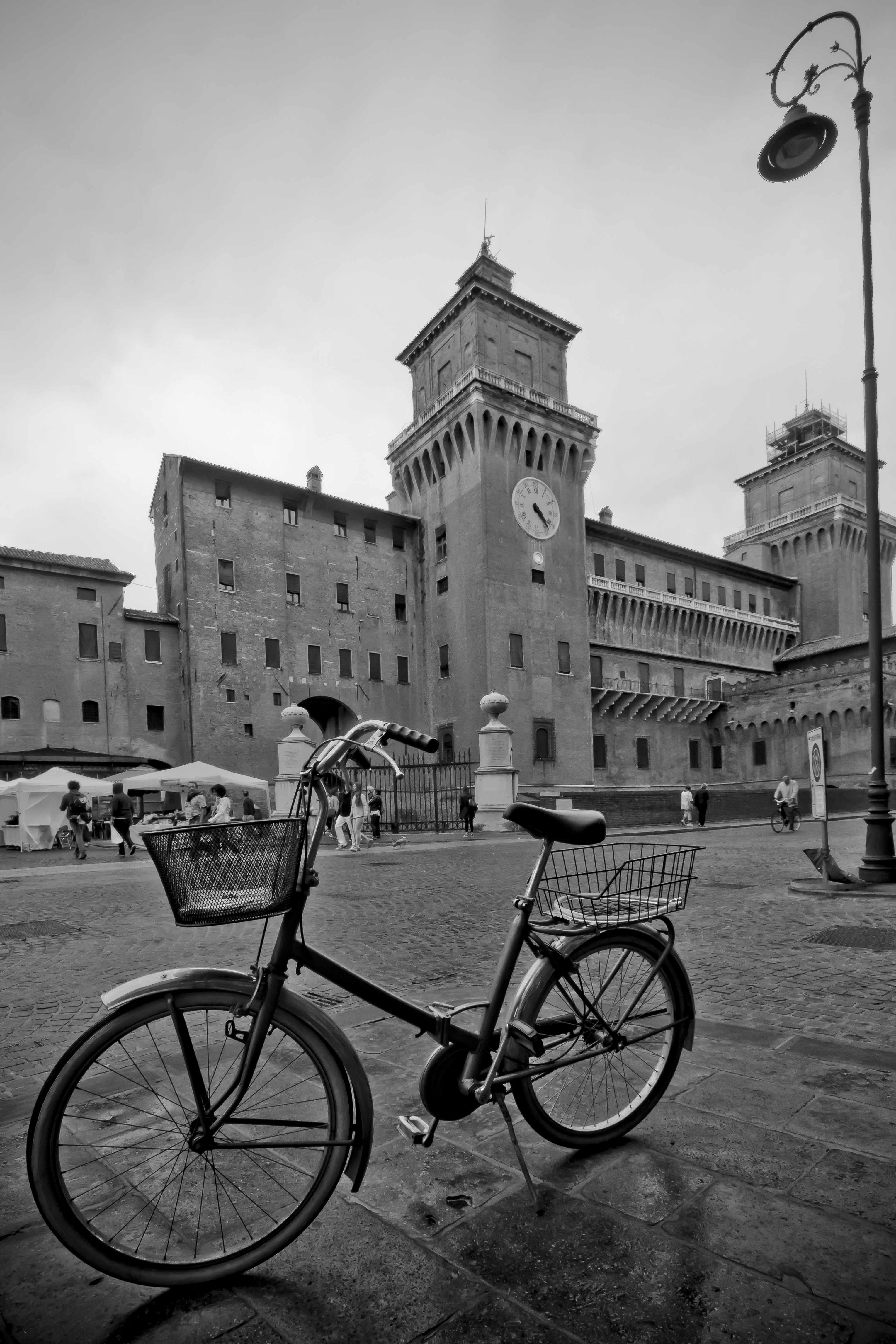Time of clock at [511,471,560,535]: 4:22
